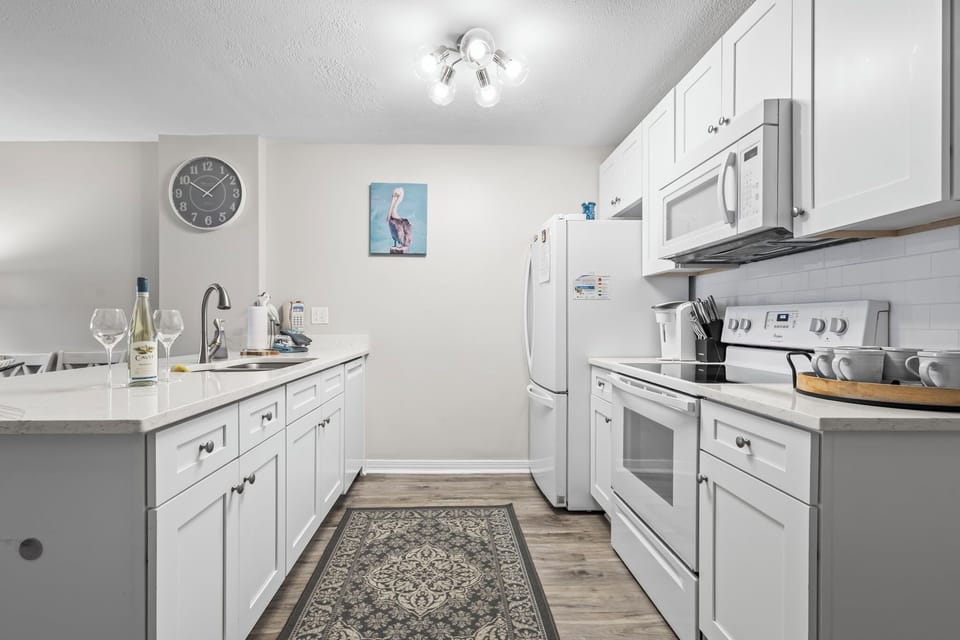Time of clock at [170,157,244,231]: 10:07
